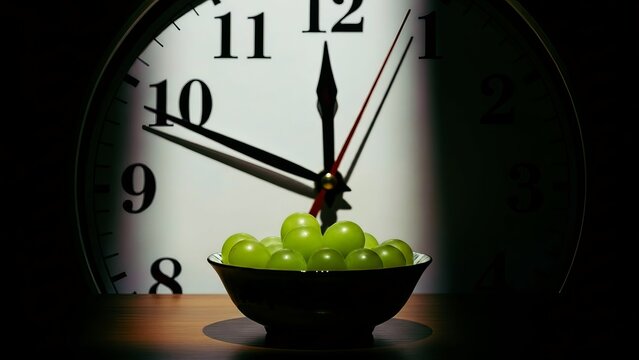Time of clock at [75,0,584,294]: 11:49
